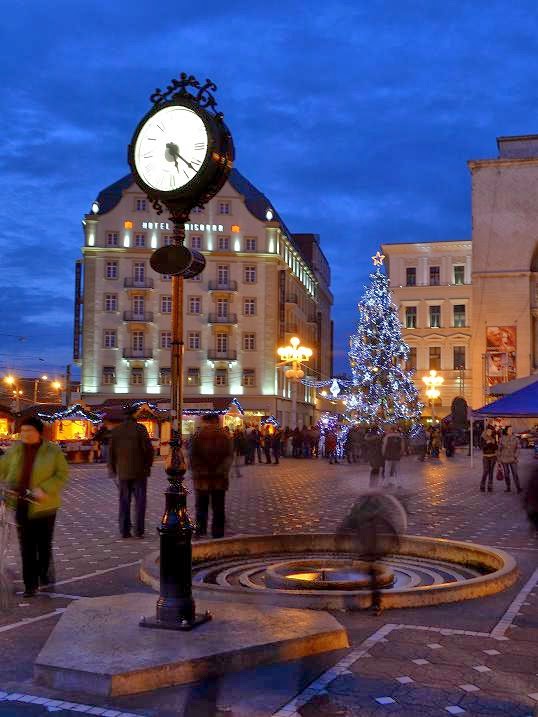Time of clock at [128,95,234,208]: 5:21
